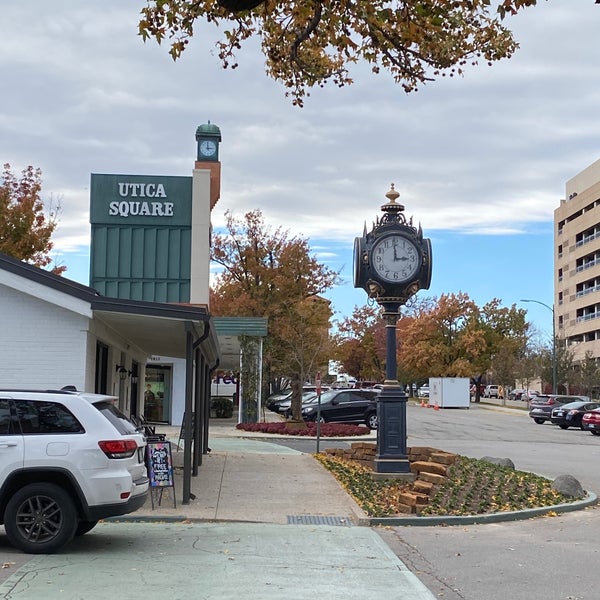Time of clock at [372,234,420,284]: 2:59
